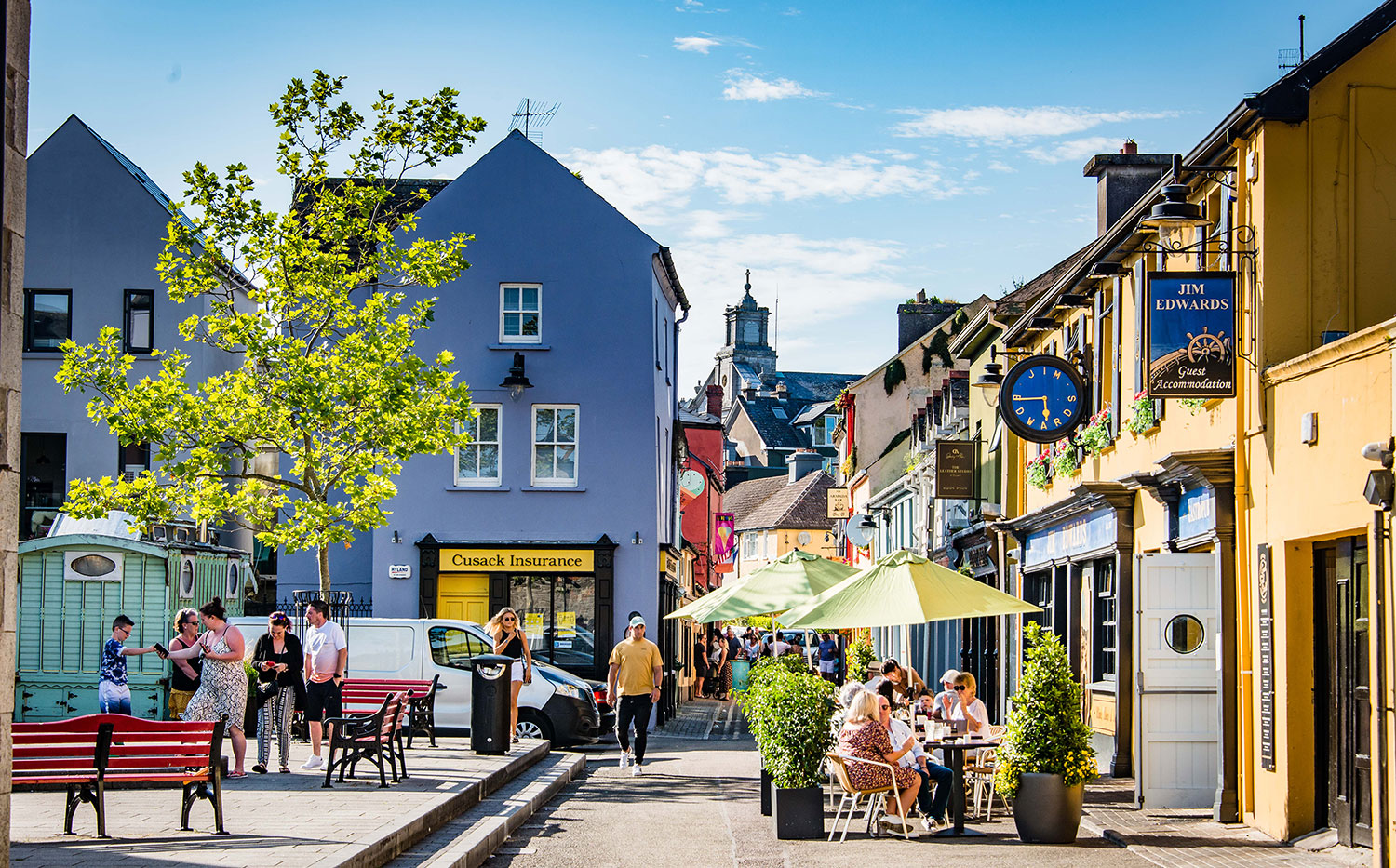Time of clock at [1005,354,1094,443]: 5:44
